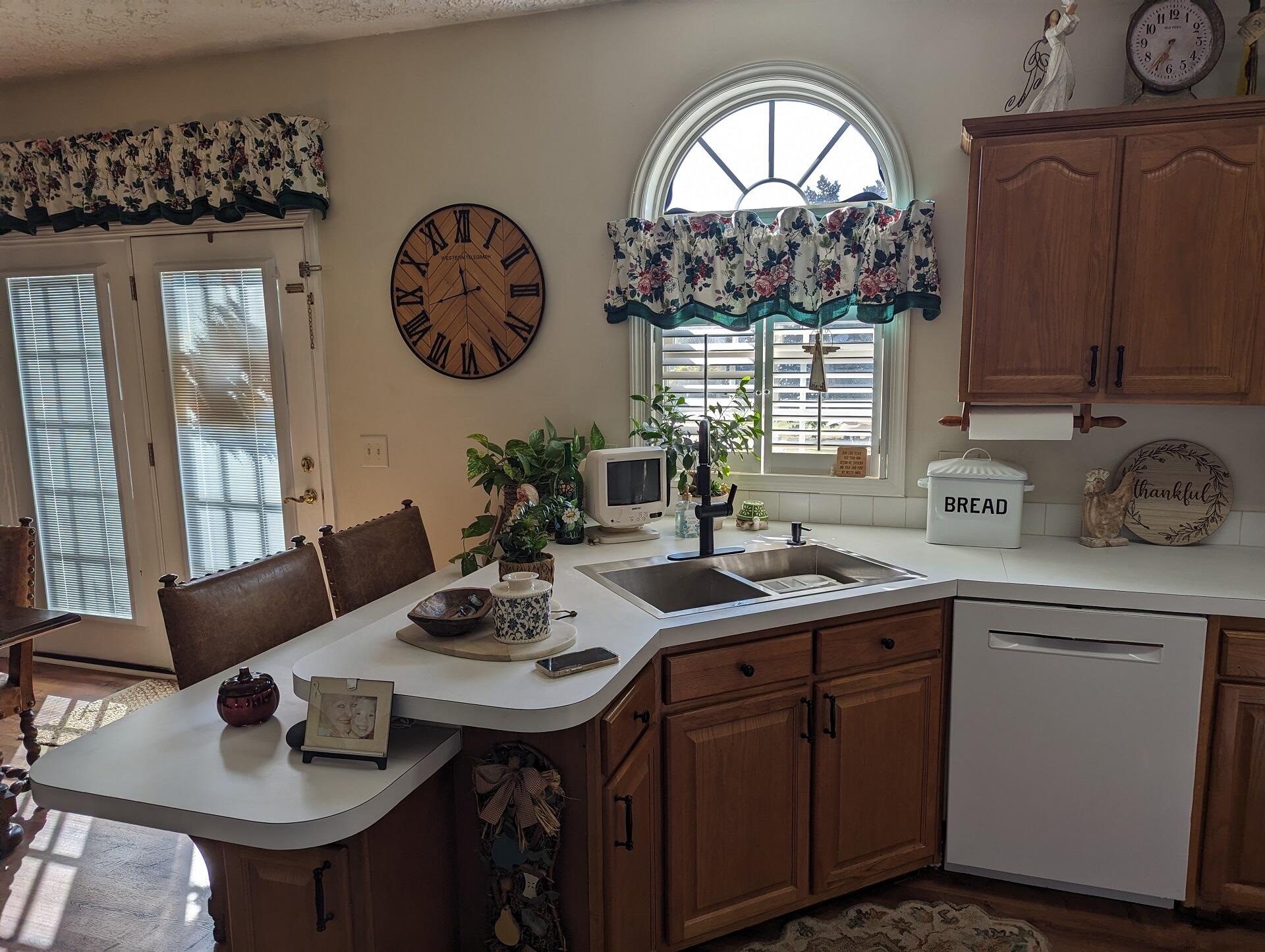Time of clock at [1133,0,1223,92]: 6:35
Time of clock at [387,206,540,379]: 11:42
